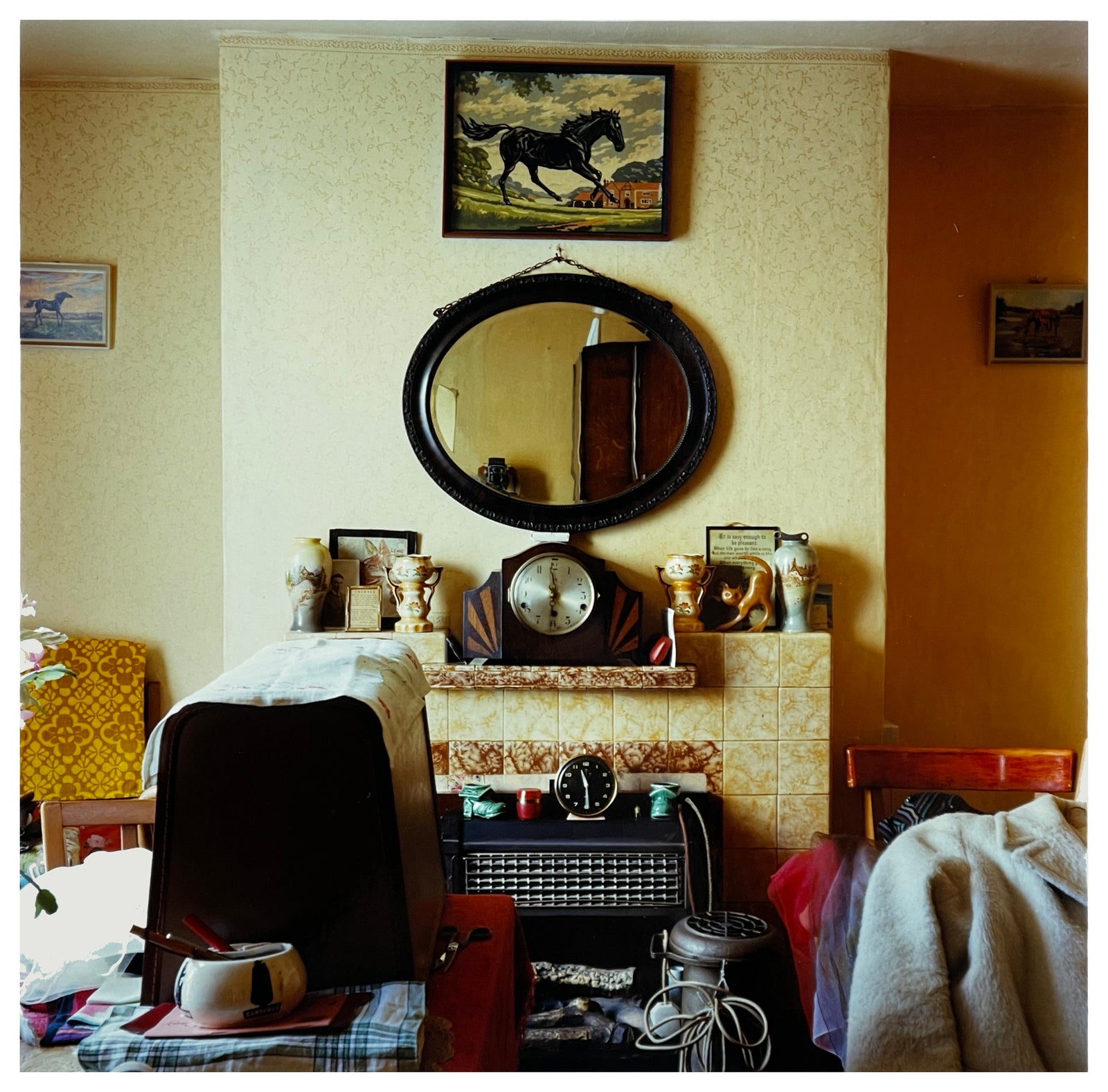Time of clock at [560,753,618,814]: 11:29
